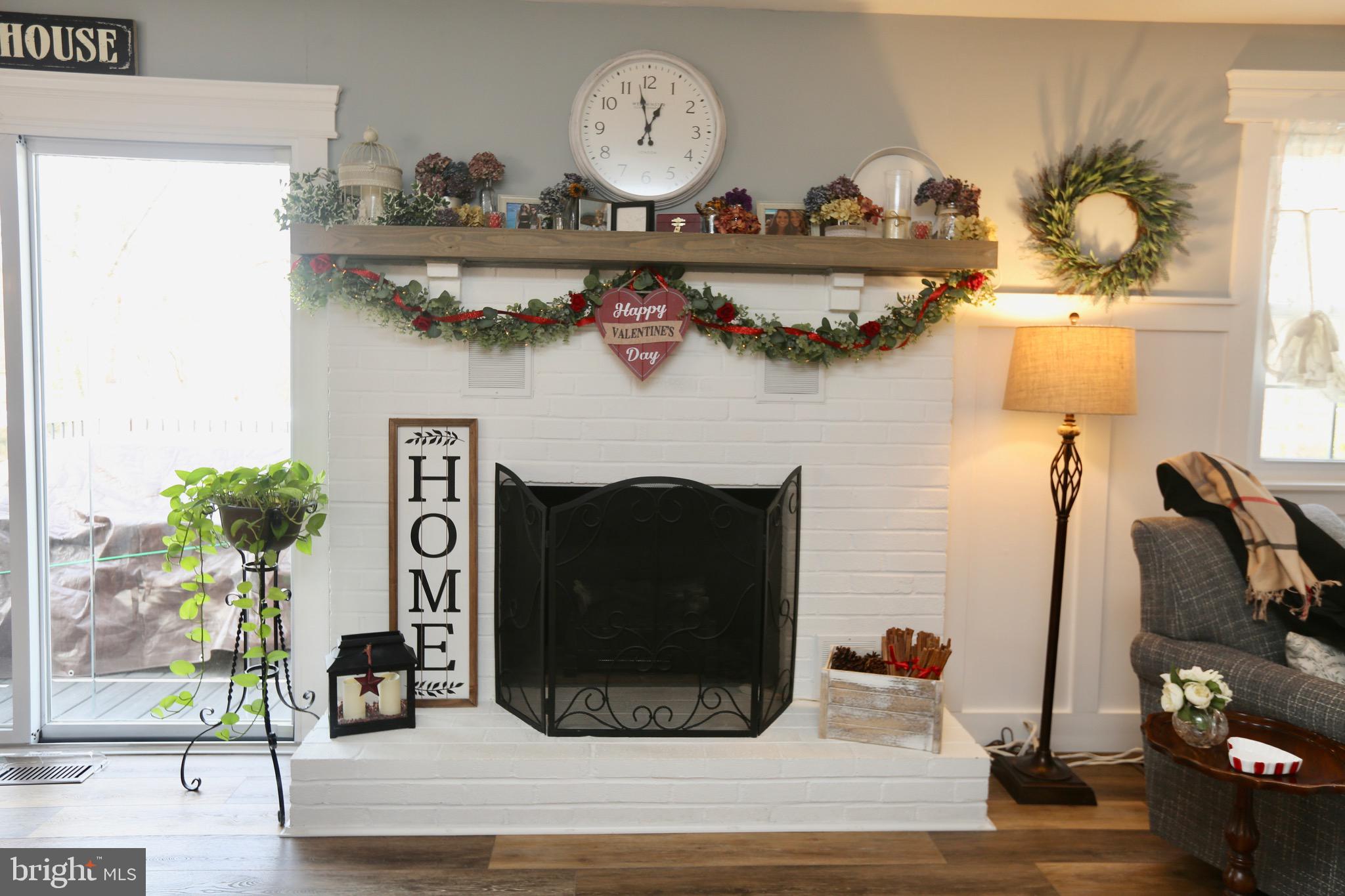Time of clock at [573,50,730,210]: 12:57
